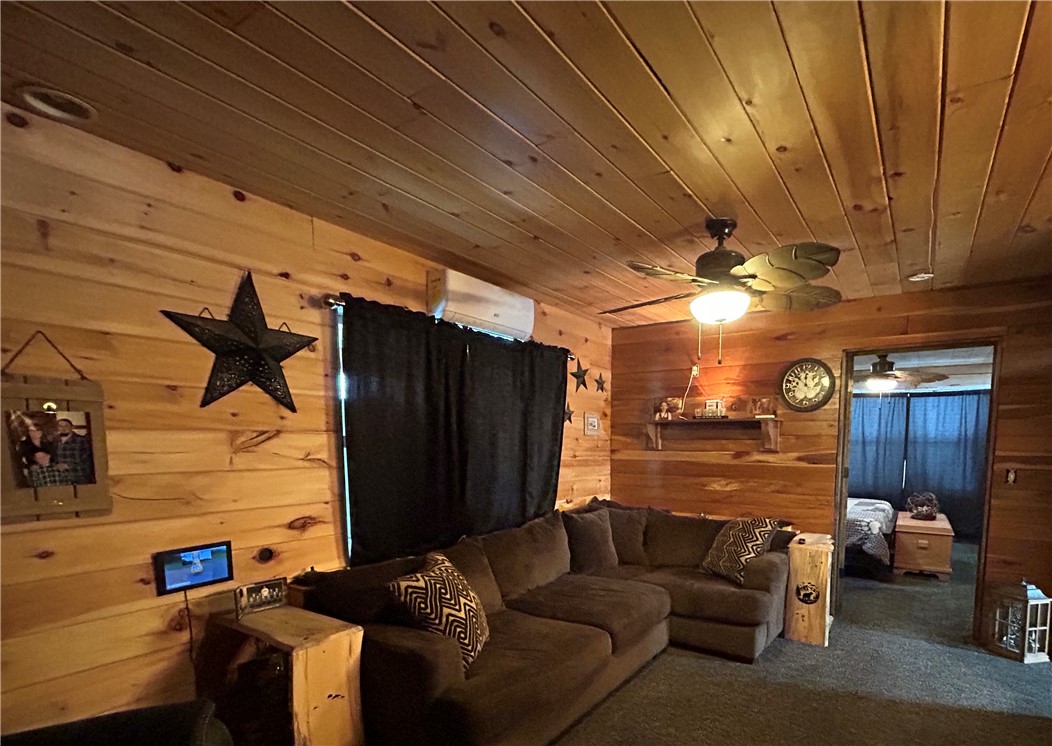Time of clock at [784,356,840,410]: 11:52
